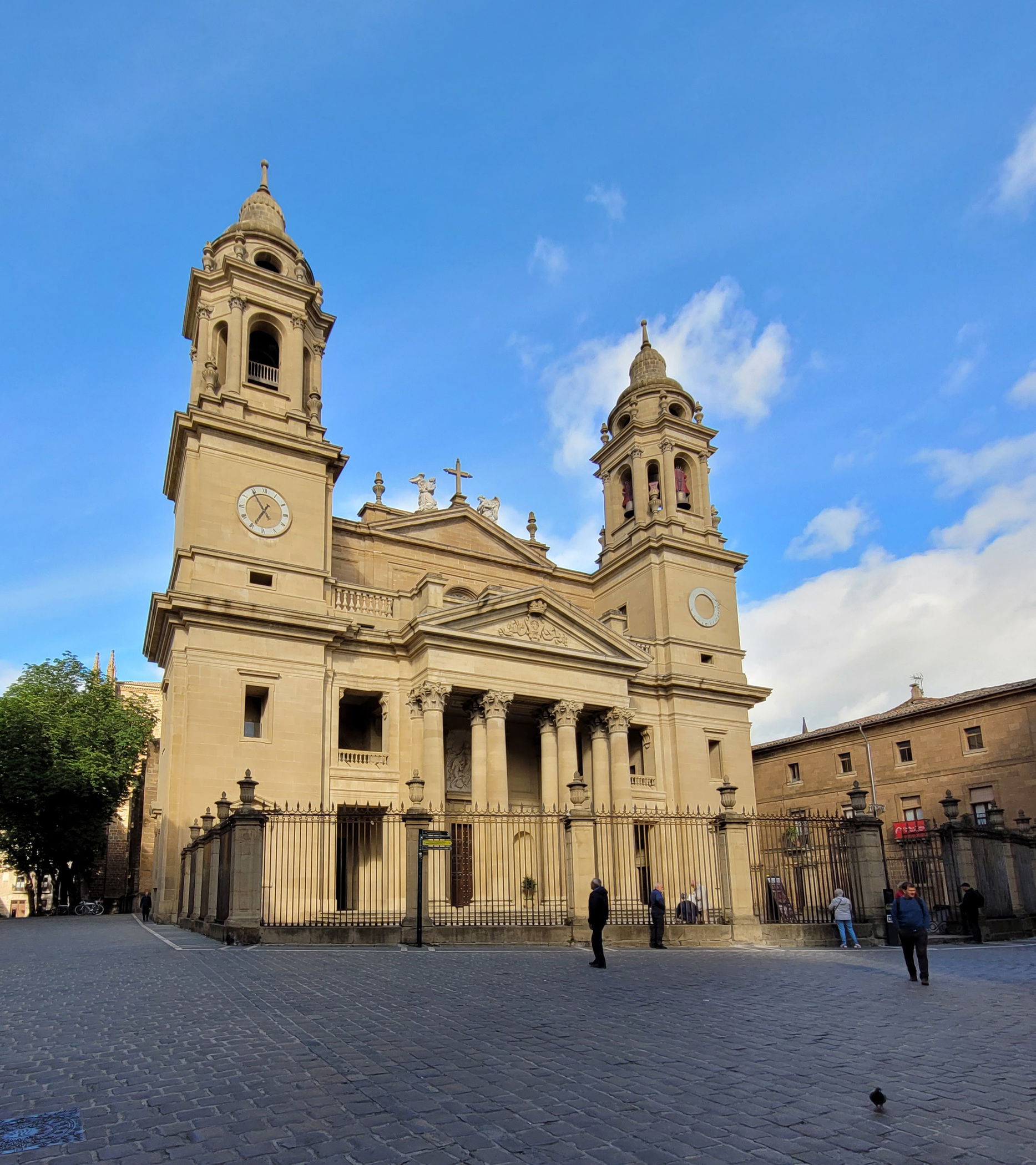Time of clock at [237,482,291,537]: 6:54
